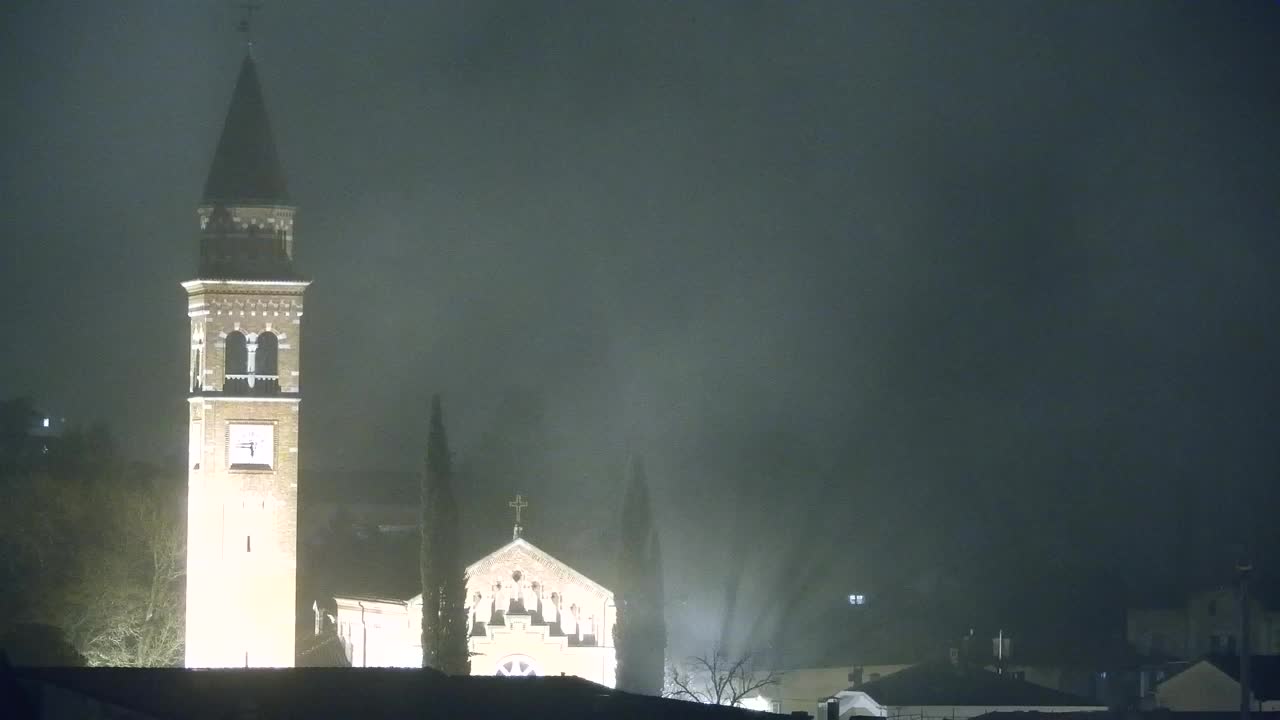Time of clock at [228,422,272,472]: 5:45
